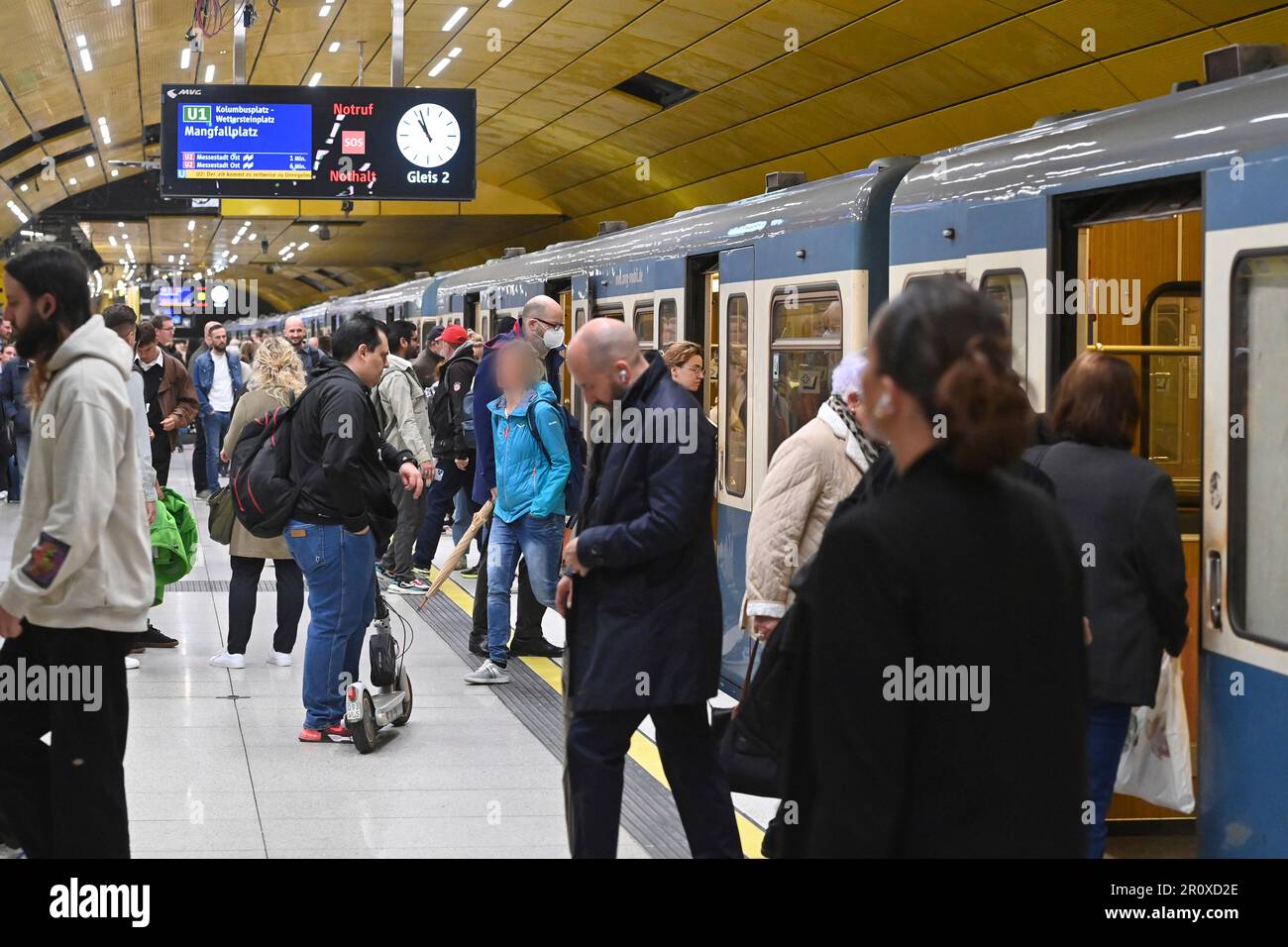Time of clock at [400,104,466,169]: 10:56
